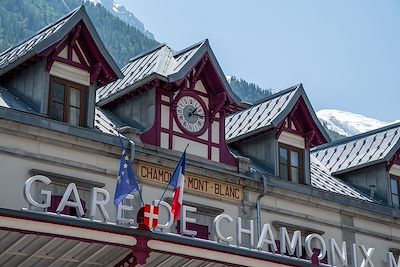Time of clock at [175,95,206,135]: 1:14
